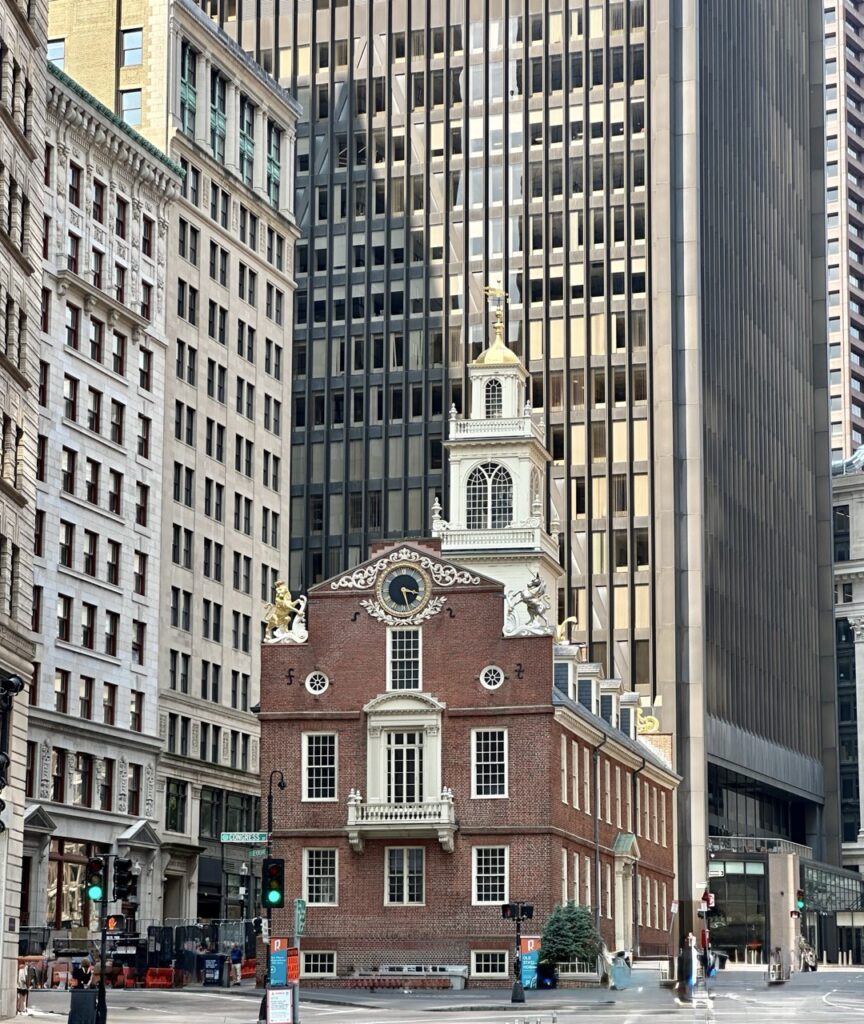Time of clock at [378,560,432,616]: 3:27
